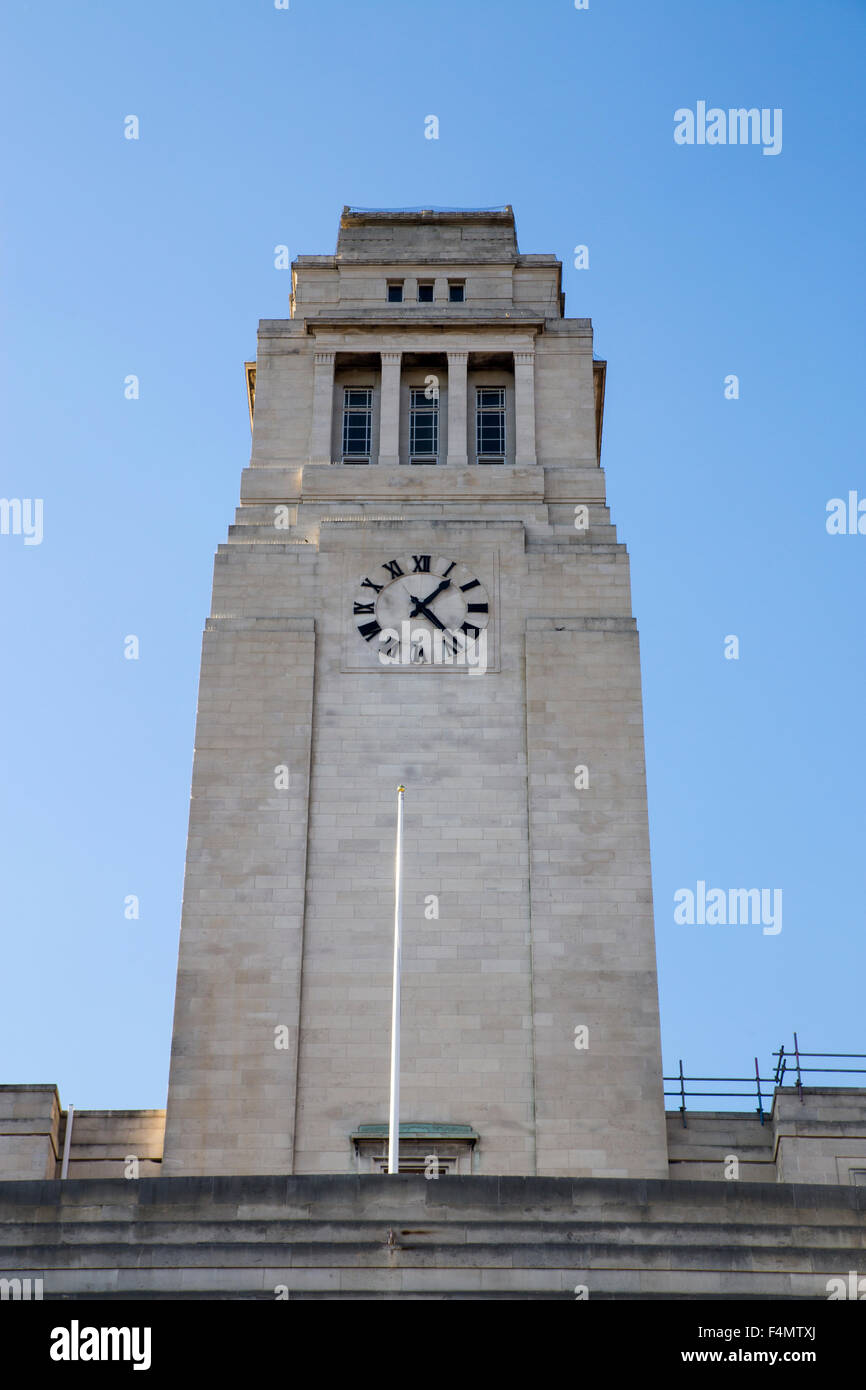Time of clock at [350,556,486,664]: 1:23
